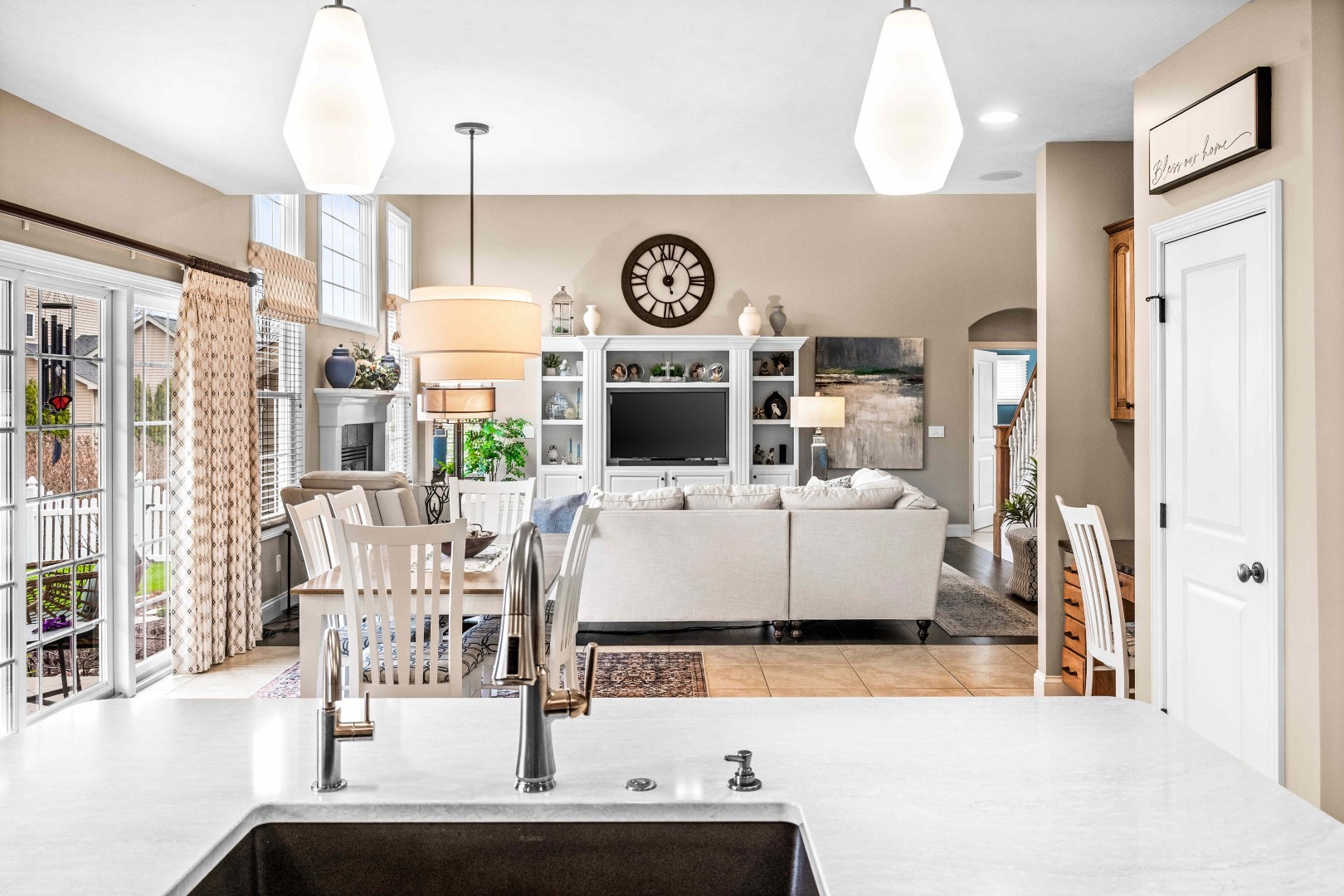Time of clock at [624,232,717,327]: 12:57
